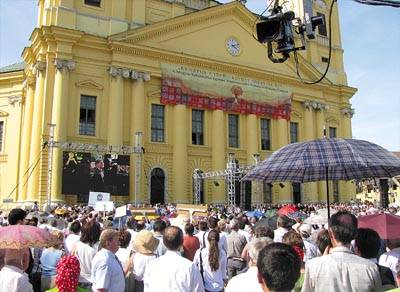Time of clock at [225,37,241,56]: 4:12
